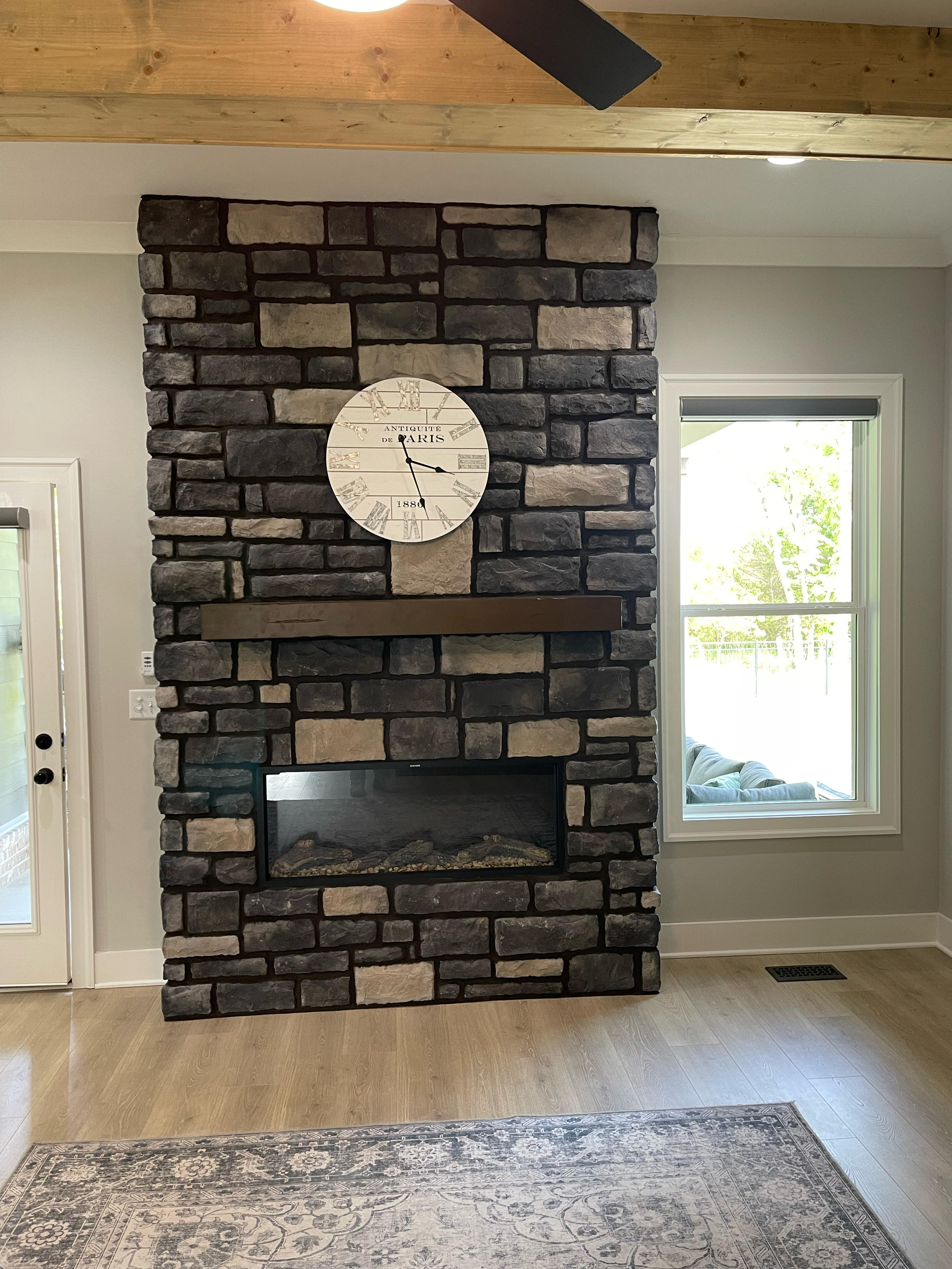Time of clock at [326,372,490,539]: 3:27
